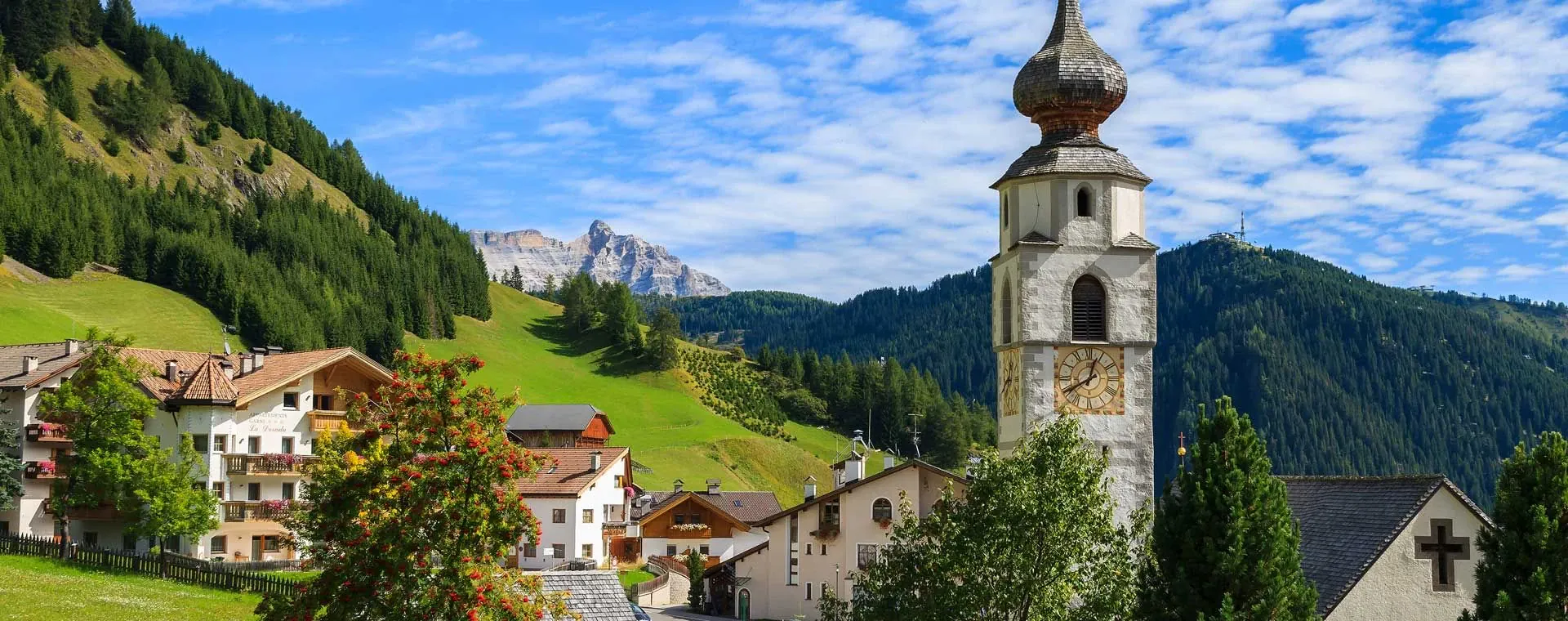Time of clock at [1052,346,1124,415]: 12:40
